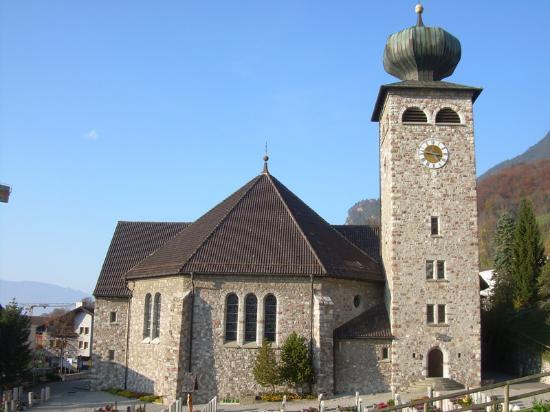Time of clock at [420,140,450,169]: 4:46
